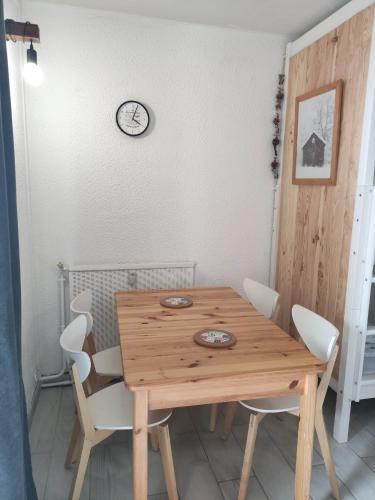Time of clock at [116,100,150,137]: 4:03
